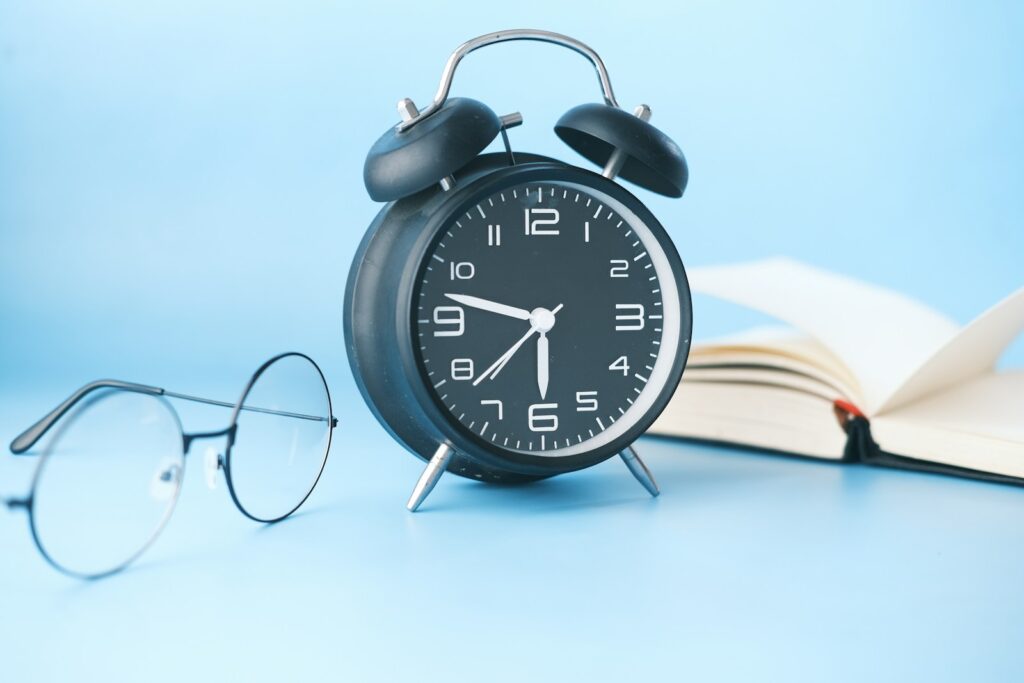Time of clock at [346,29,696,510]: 5:47
